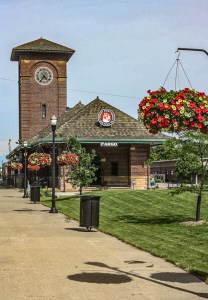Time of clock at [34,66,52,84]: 4:35
